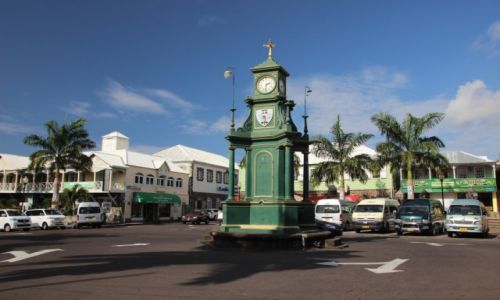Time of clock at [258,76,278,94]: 2:31
